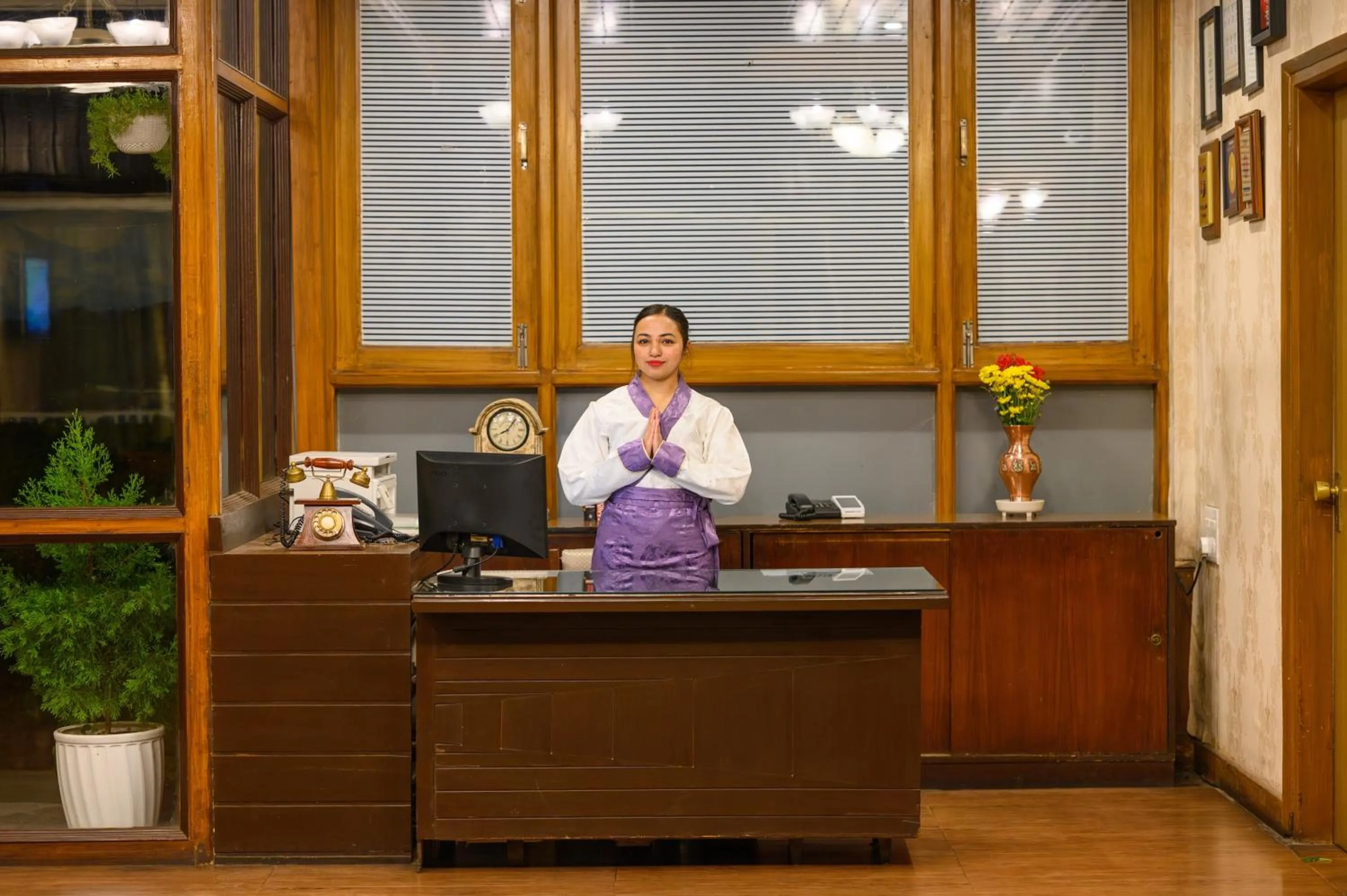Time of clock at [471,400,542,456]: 8:06
